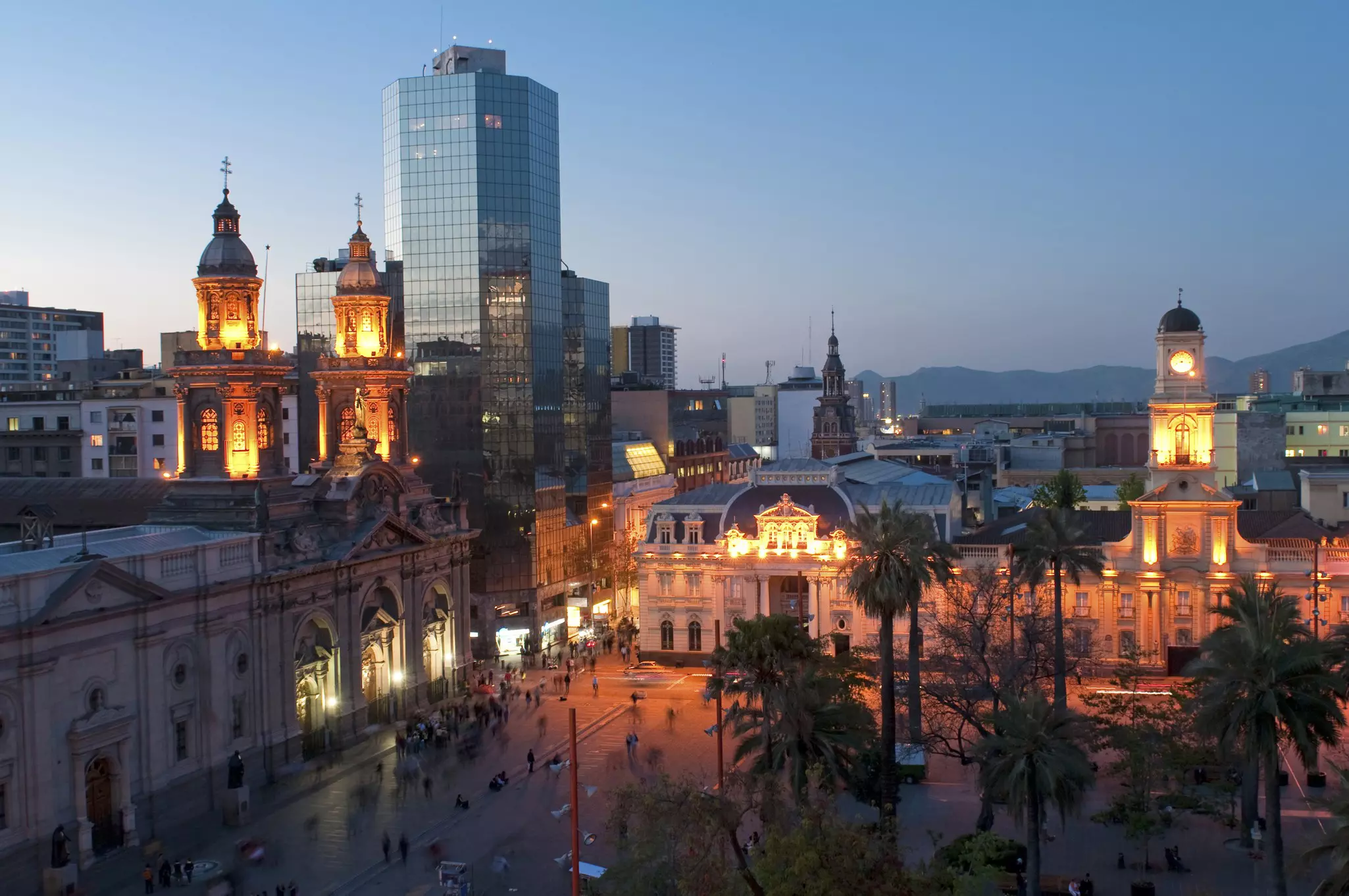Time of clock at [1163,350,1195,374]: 8:16
